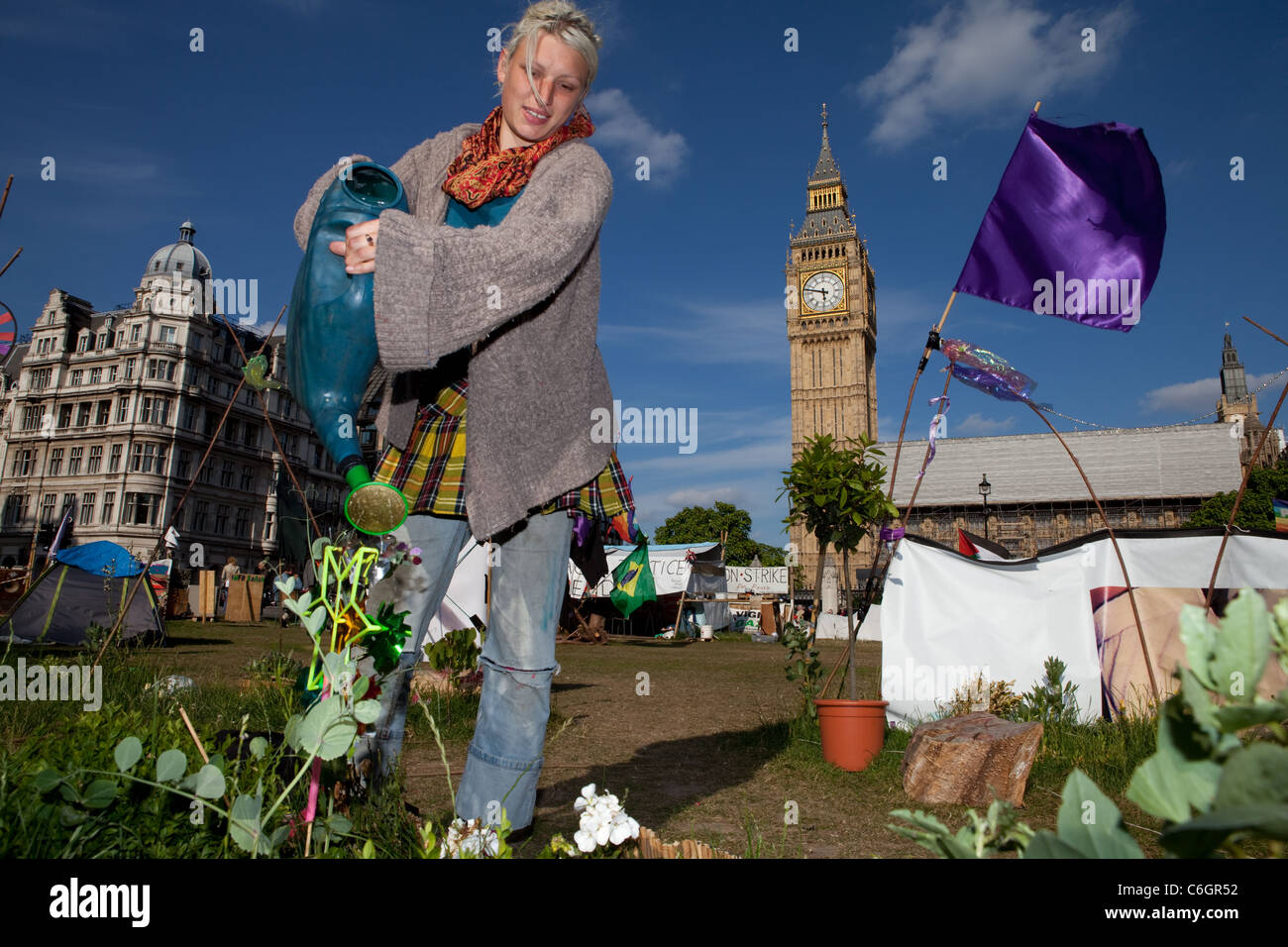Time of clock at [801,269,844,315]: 5:47
